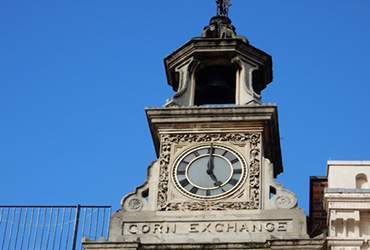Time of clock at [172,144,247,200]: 5:00
